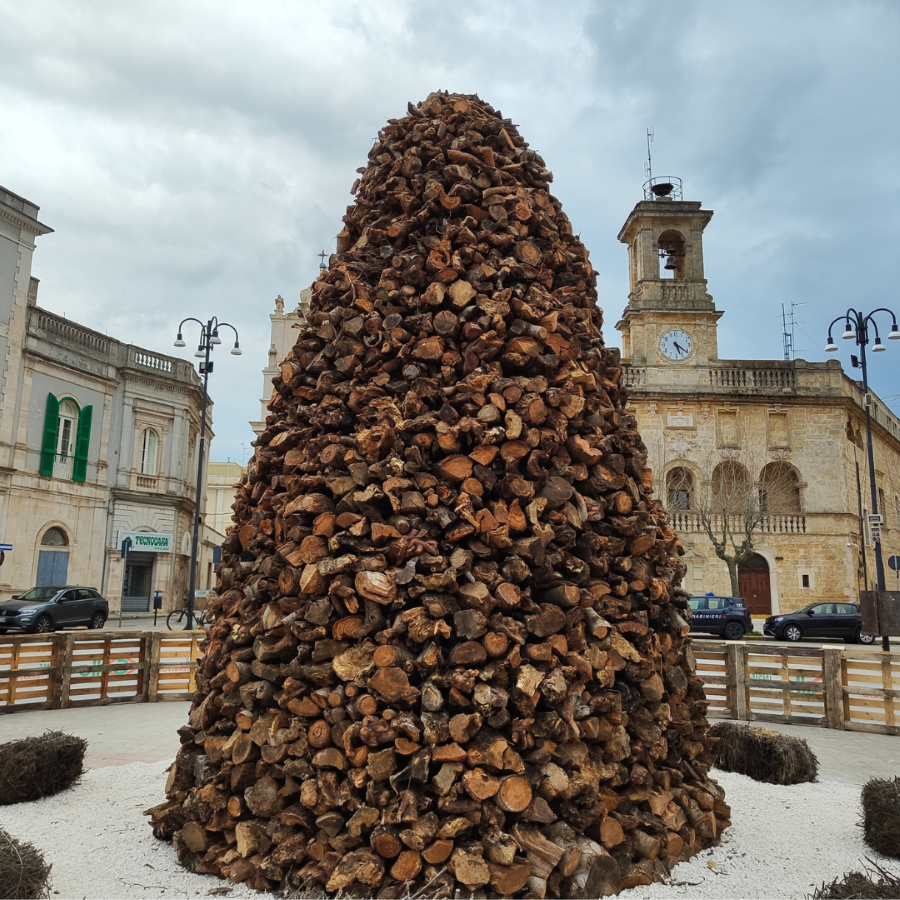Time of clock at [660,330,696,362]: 5:21
